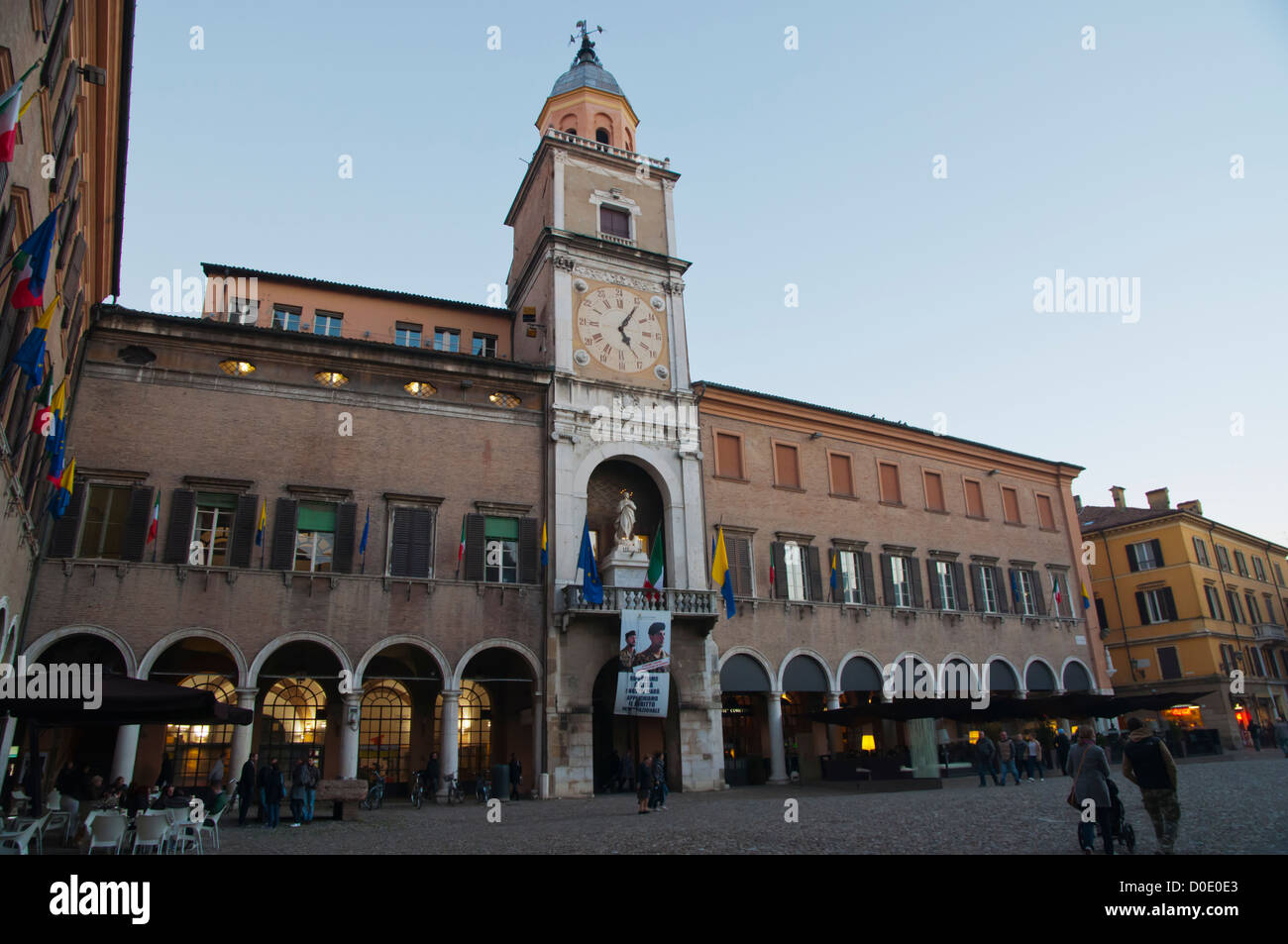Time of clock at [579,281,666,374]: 5:05
